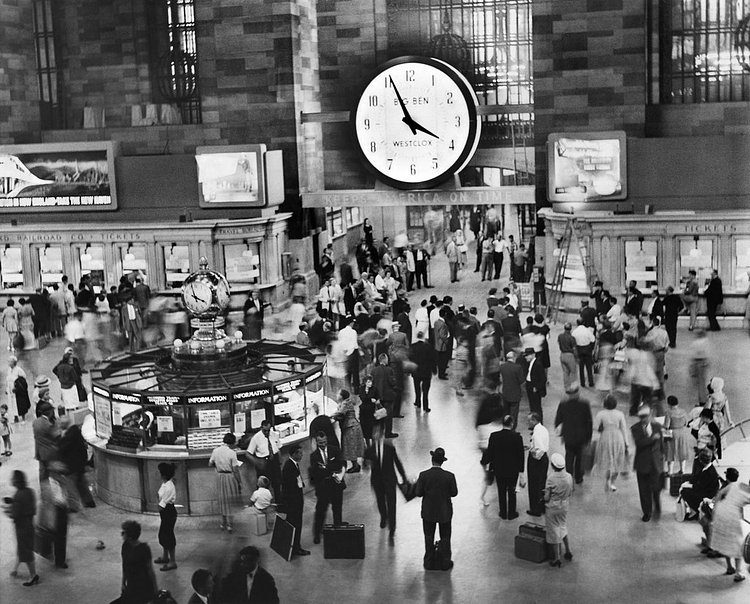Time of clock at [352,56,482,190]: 3:55
